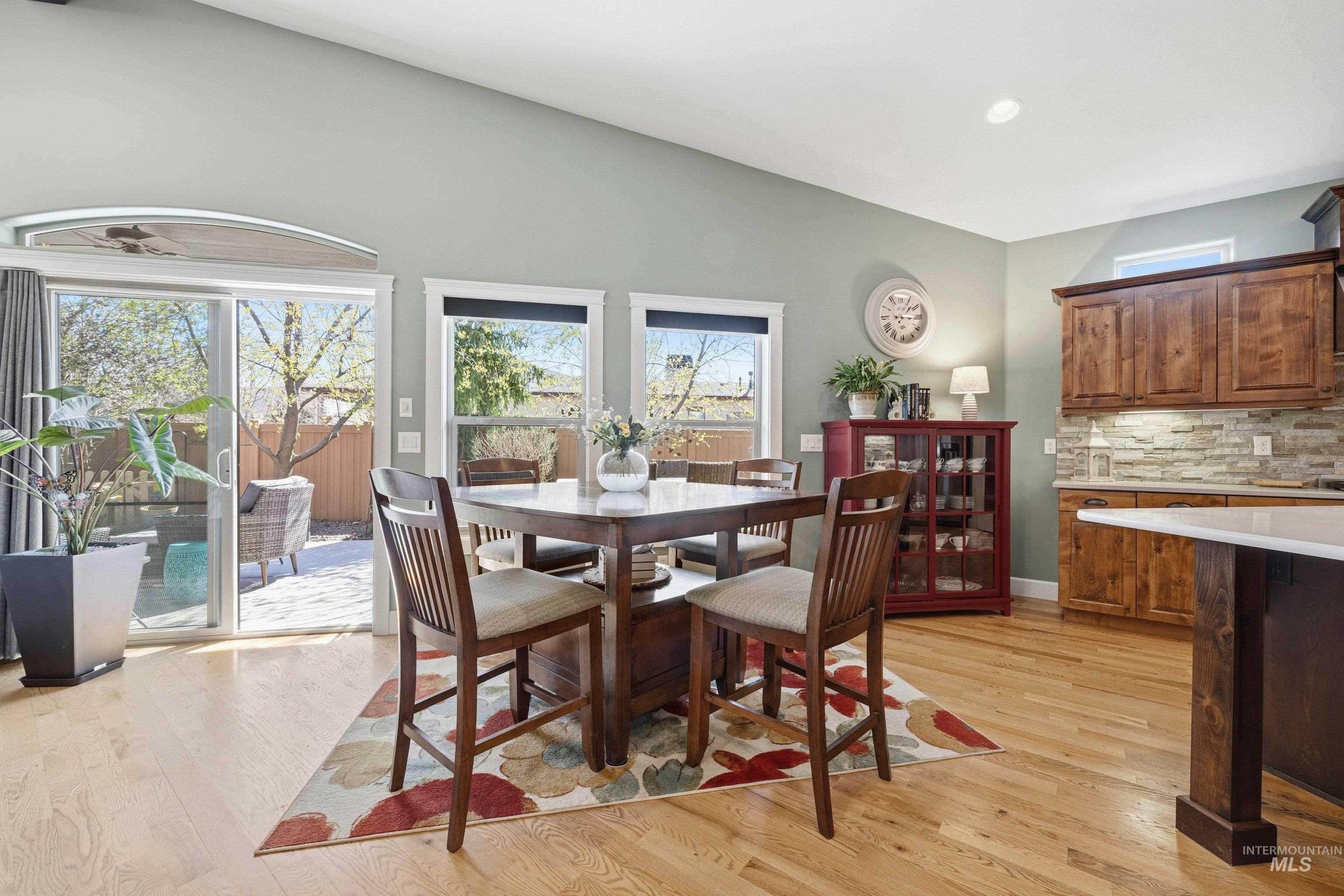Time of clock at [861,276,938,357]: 1:14
